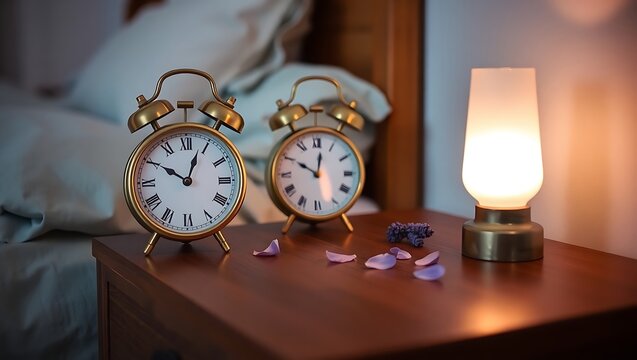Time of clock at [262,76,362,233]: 10:01
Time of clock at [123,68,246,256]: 10:03
